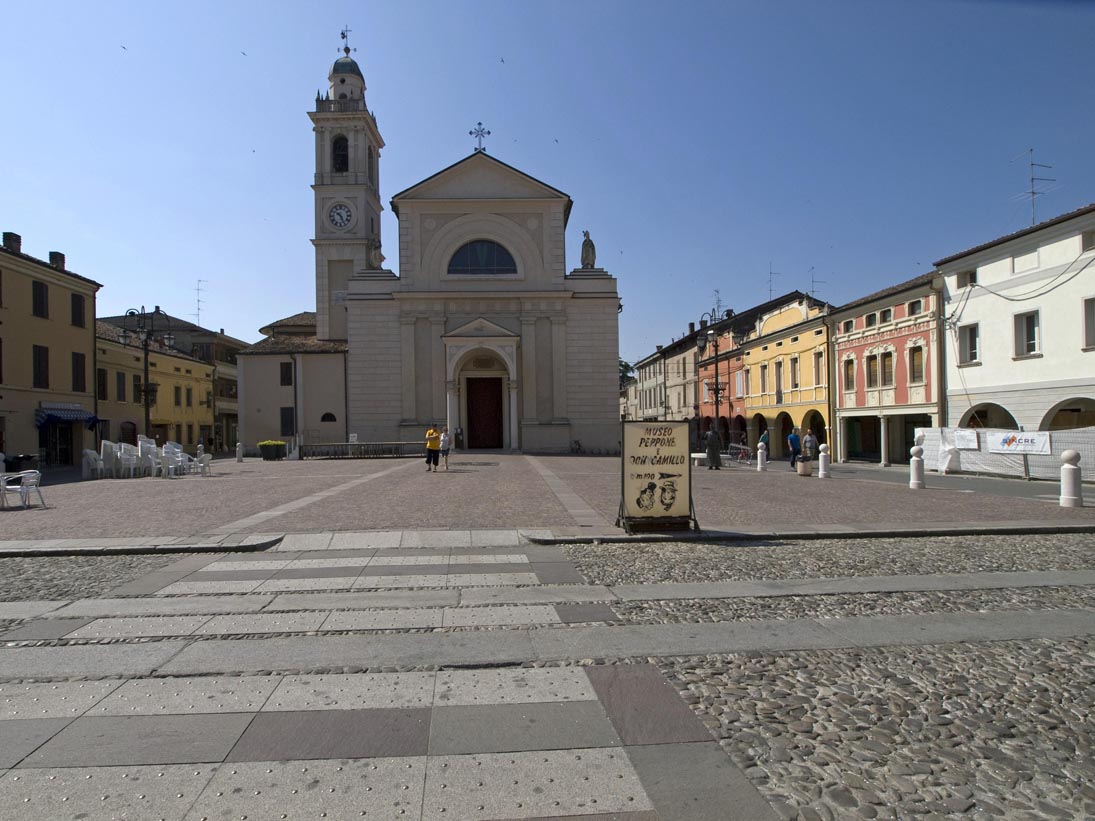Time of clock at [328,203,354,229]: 10:26
